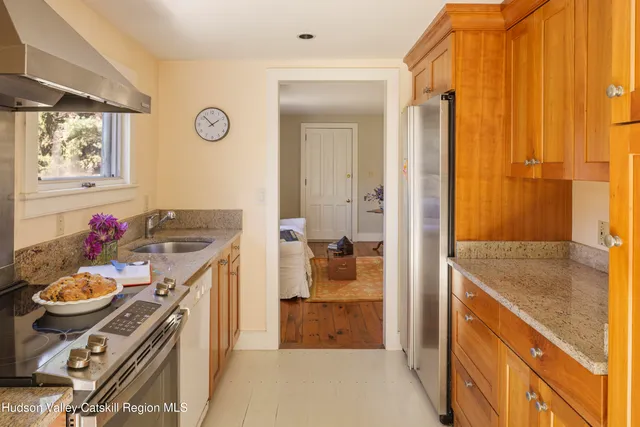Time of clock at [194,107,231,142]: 1:52
